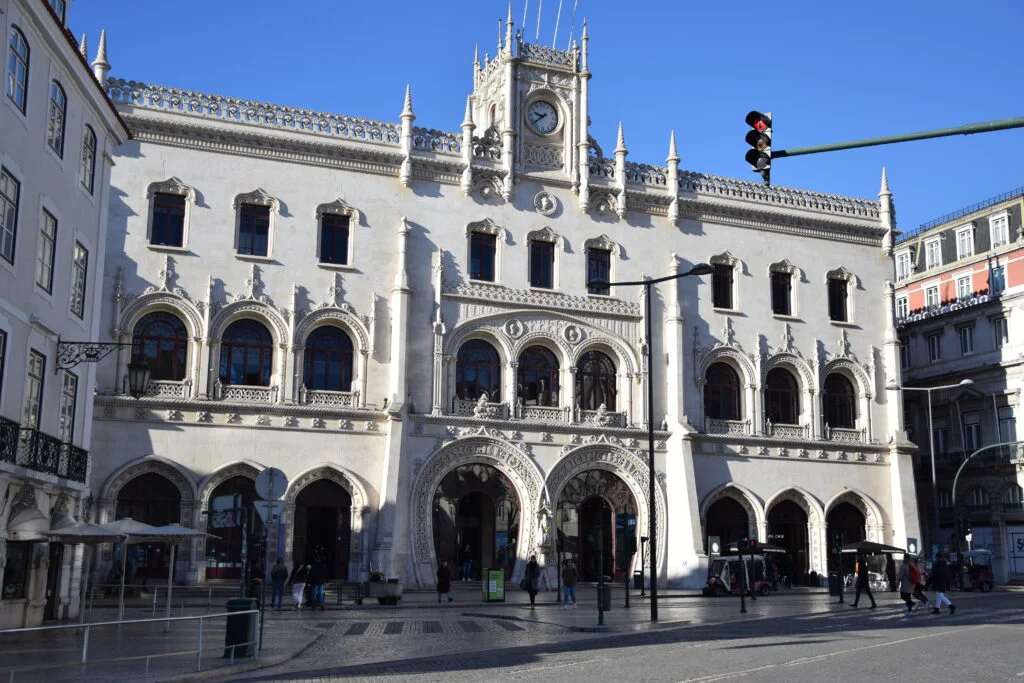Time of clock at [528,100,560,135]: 9:38
